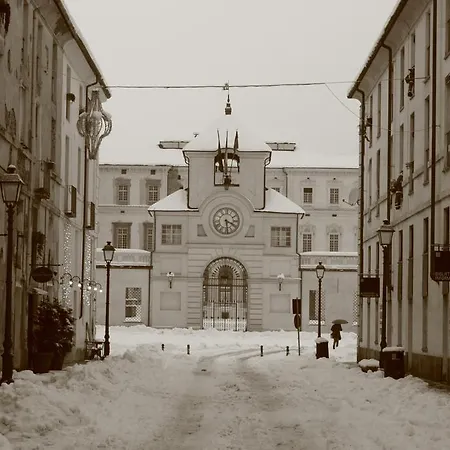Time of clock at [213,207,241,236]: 3:29
